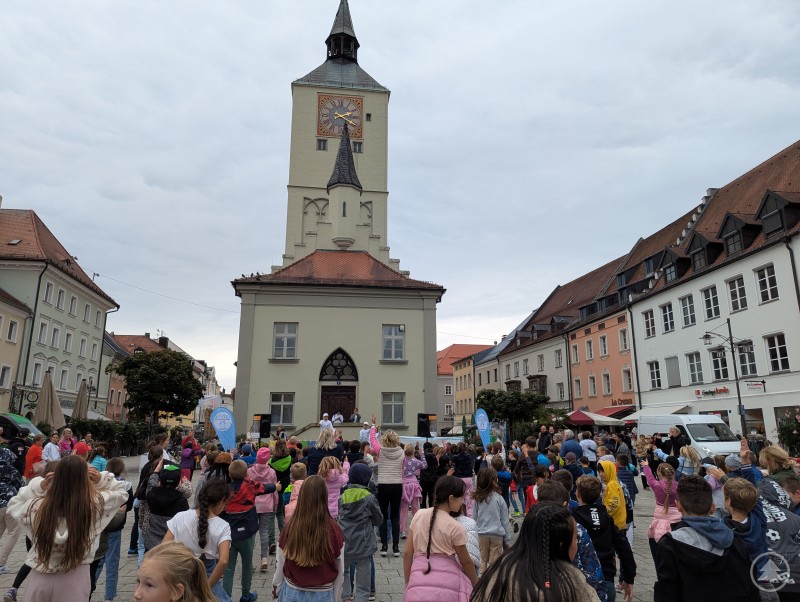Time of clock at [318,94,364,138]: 2:18
